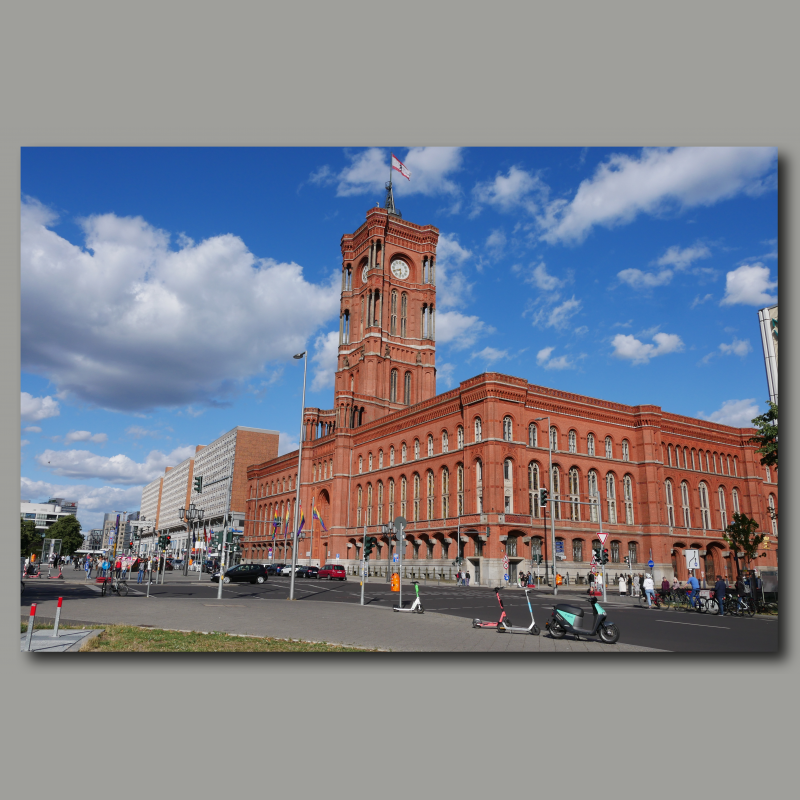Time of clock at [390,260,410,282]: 5:41
